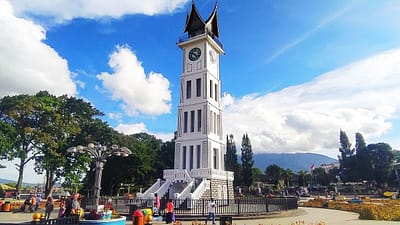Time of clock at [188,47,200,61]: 4:50
